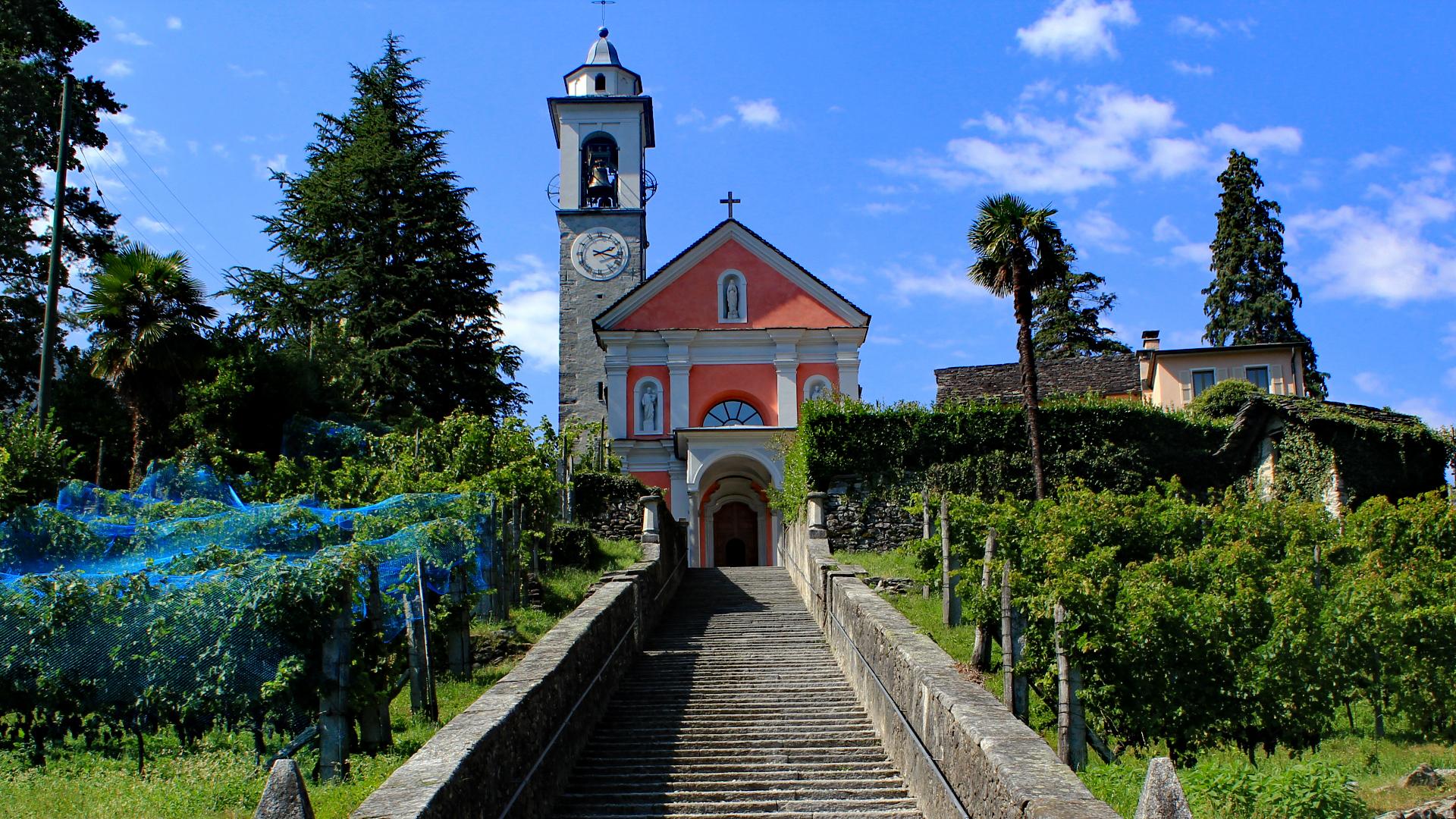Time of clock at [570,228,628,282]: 2:18
